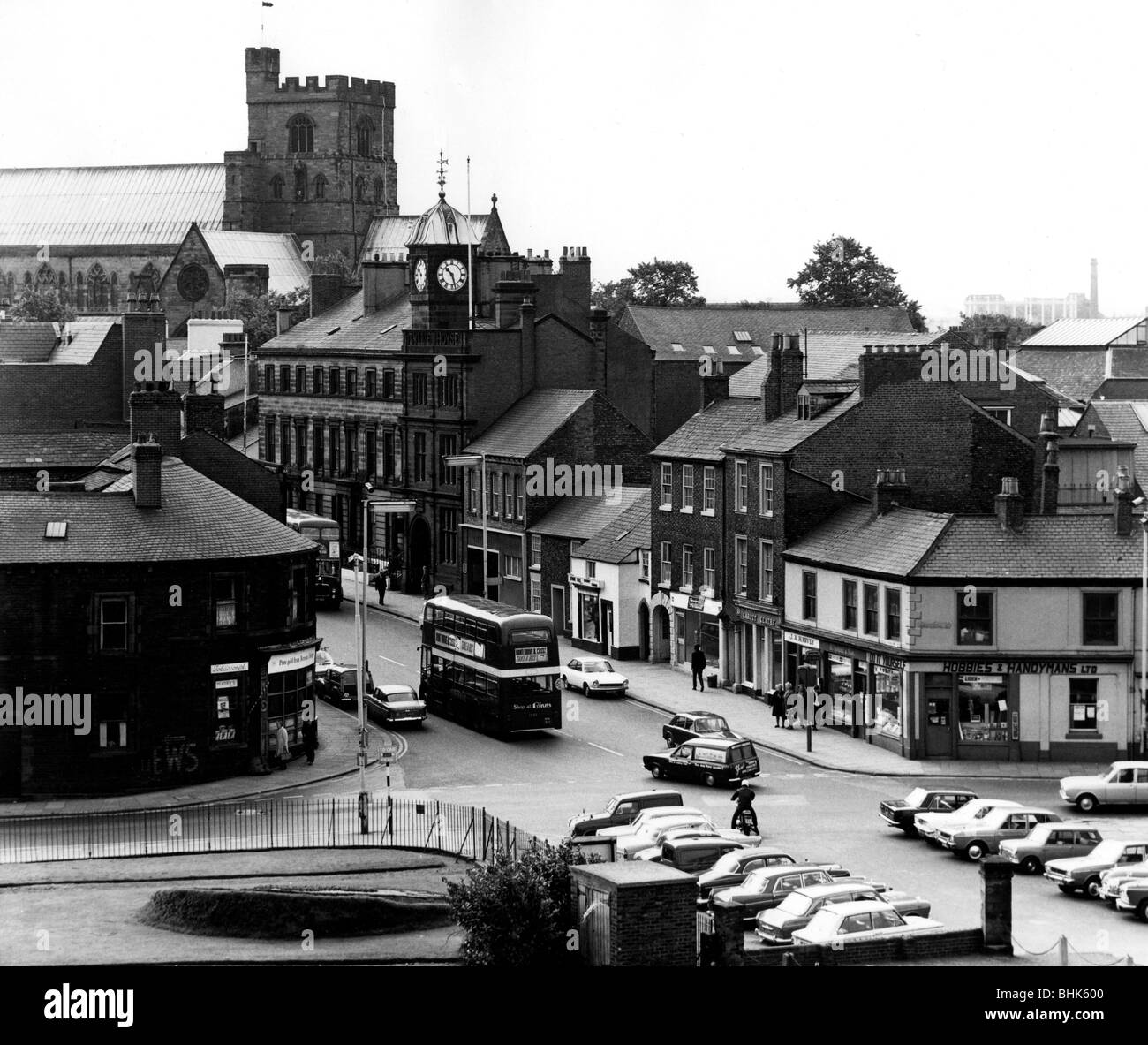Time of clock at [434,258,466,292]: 10:27
